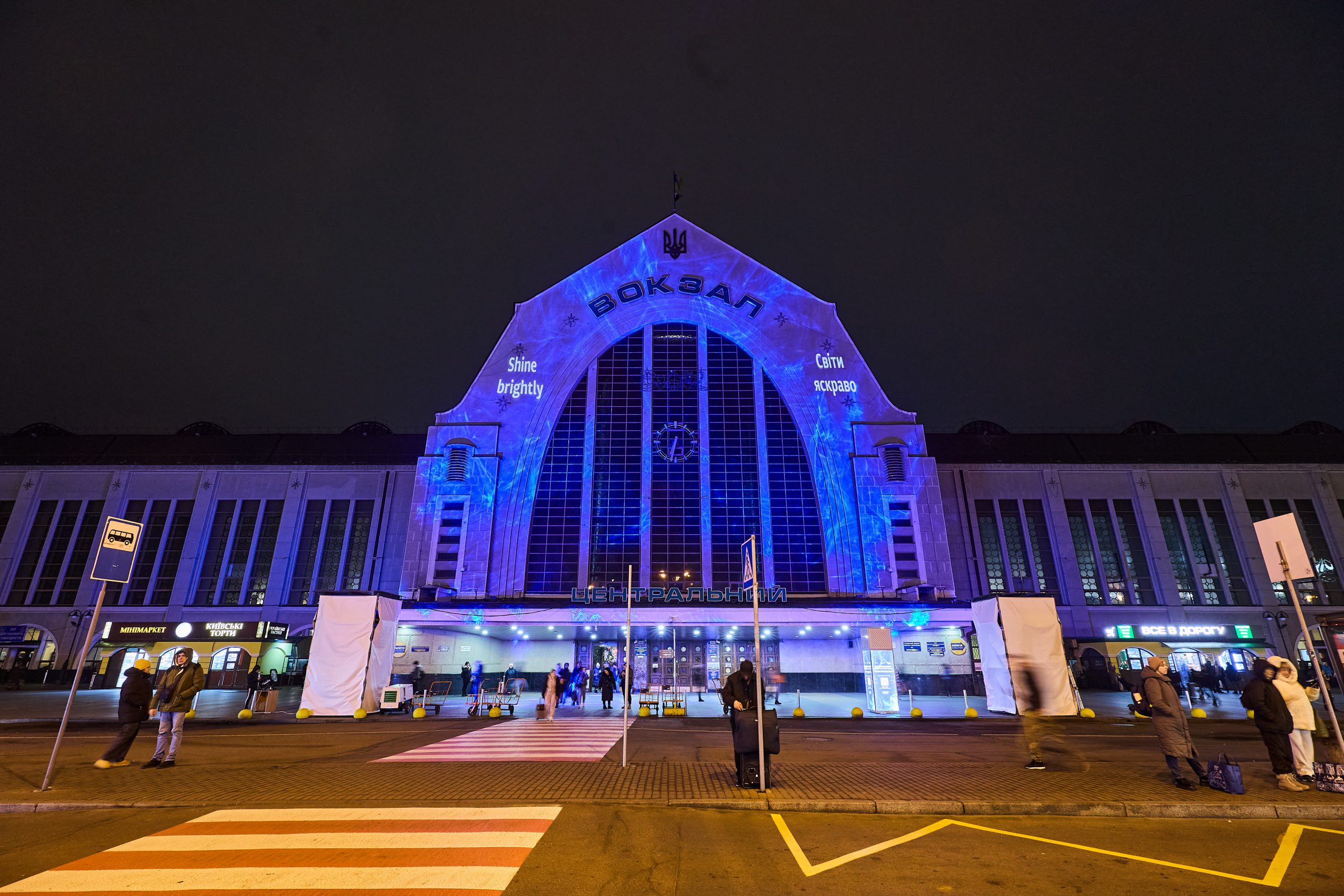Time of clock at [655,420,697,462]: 6:32
